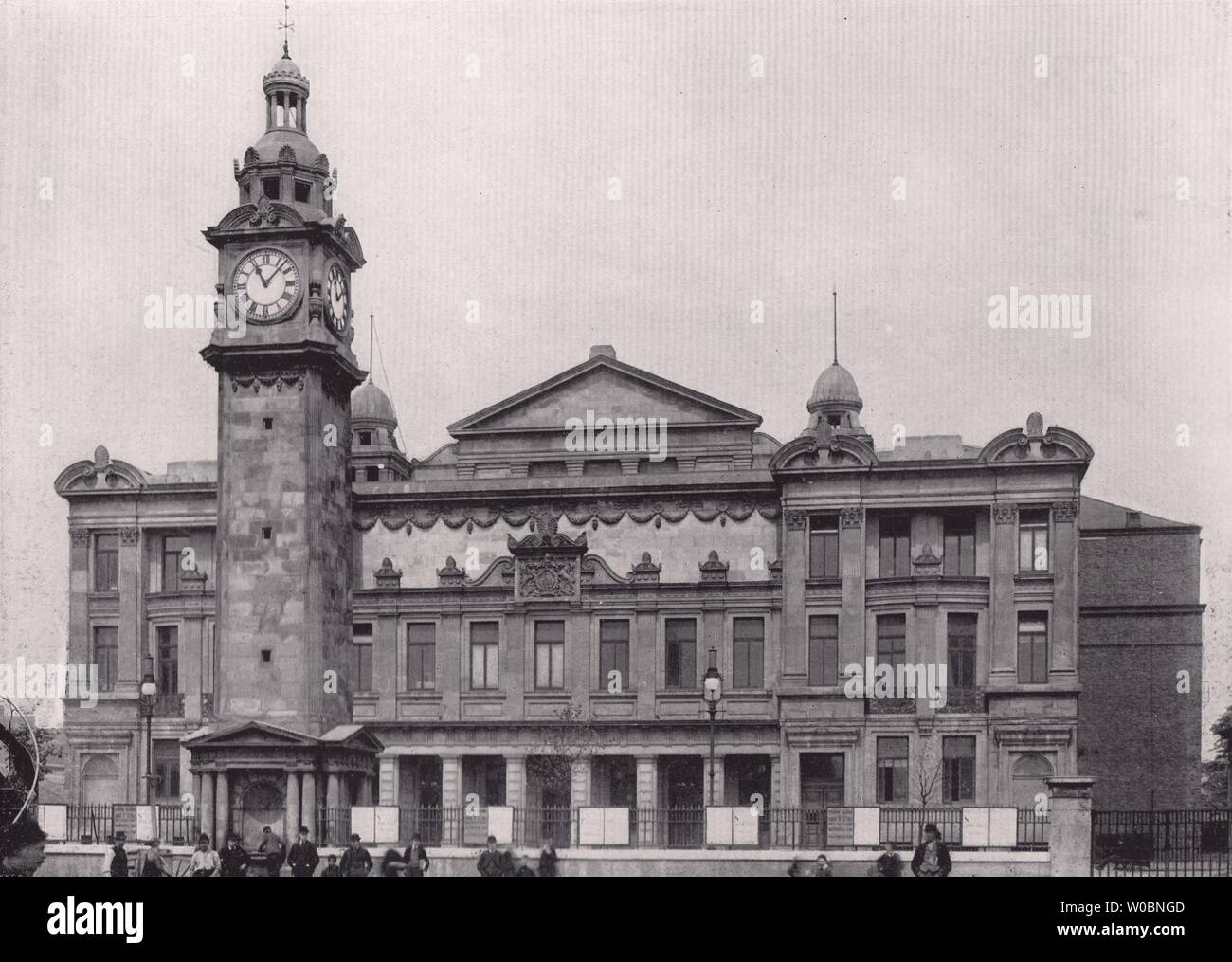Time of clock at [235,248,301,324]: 11:07
